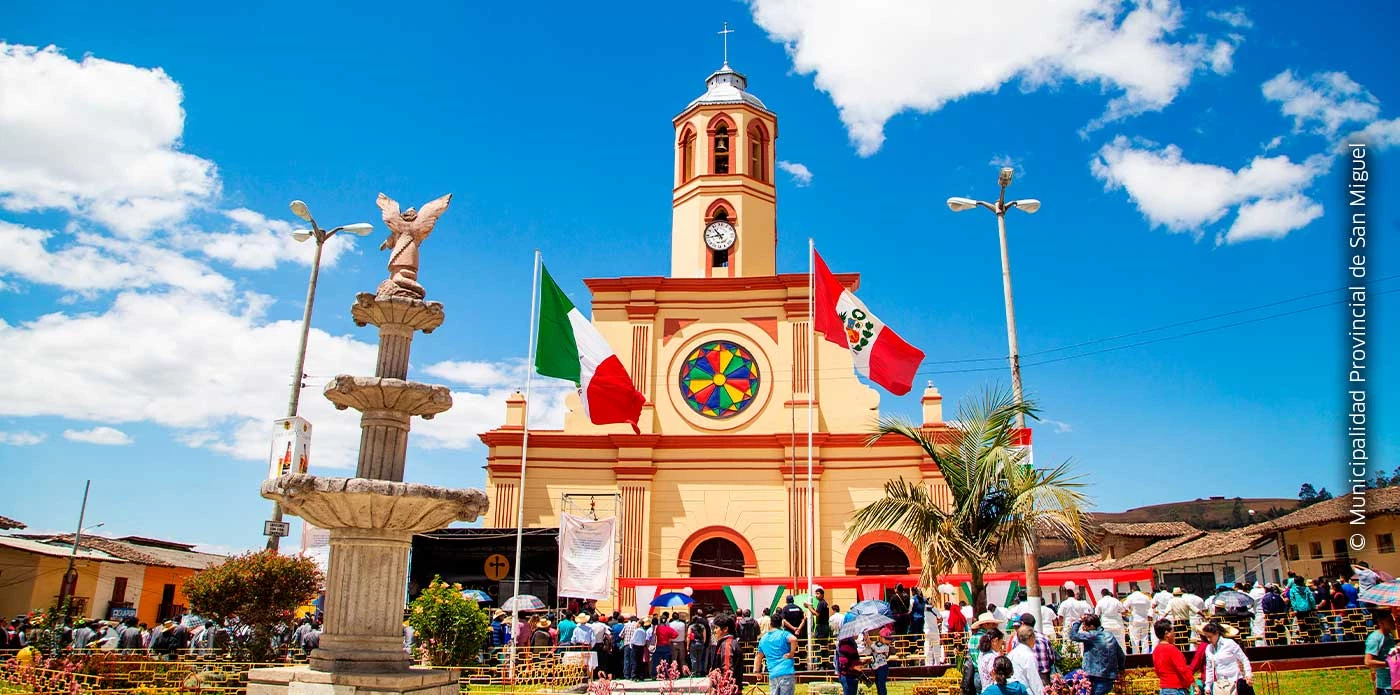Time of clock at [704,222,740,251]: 10:43
